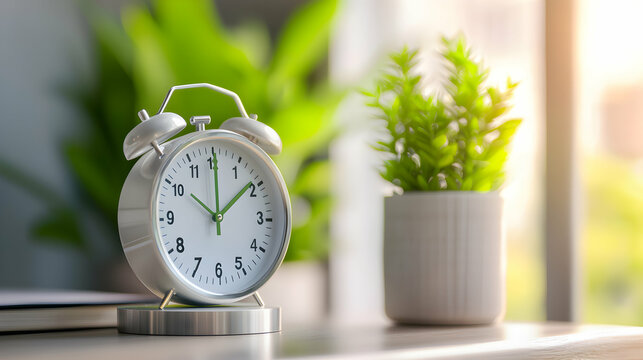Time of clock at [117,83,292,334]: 10:08
